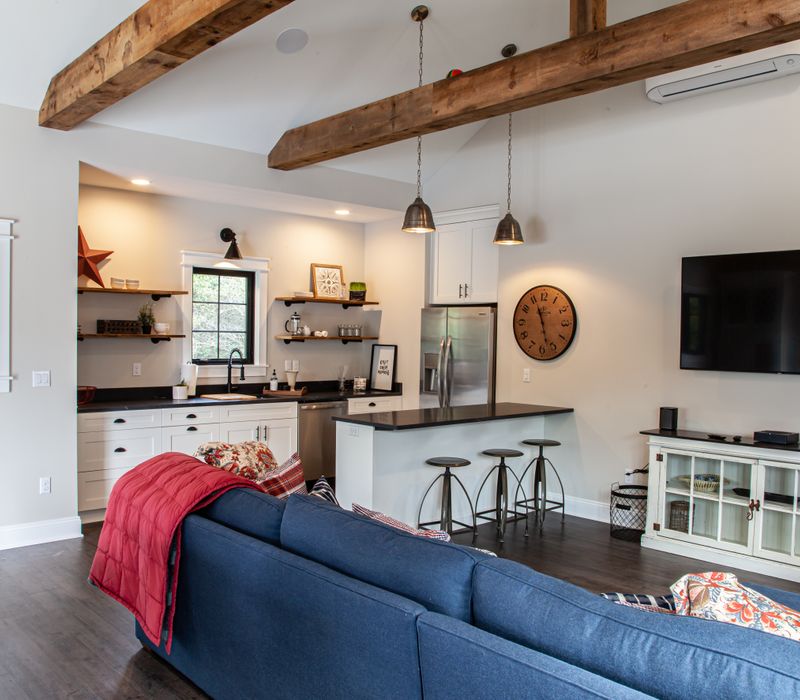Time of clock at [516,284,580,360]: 11:27
